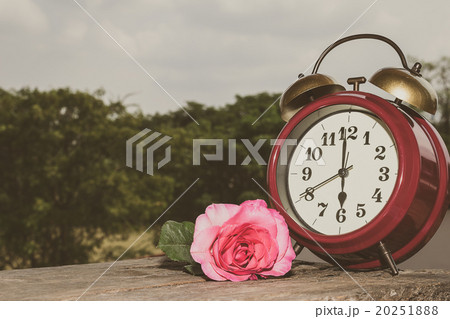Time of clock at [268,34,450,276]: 5:59
